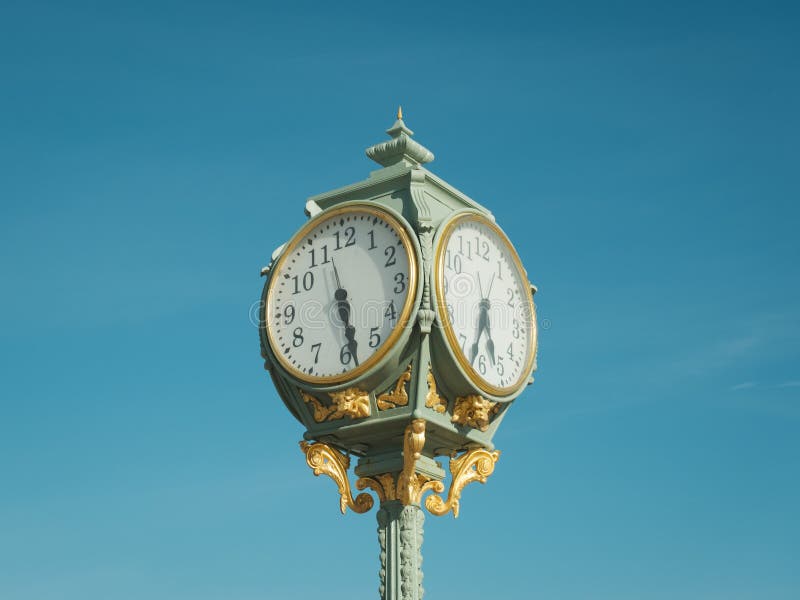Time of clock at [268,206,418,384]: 5:28
